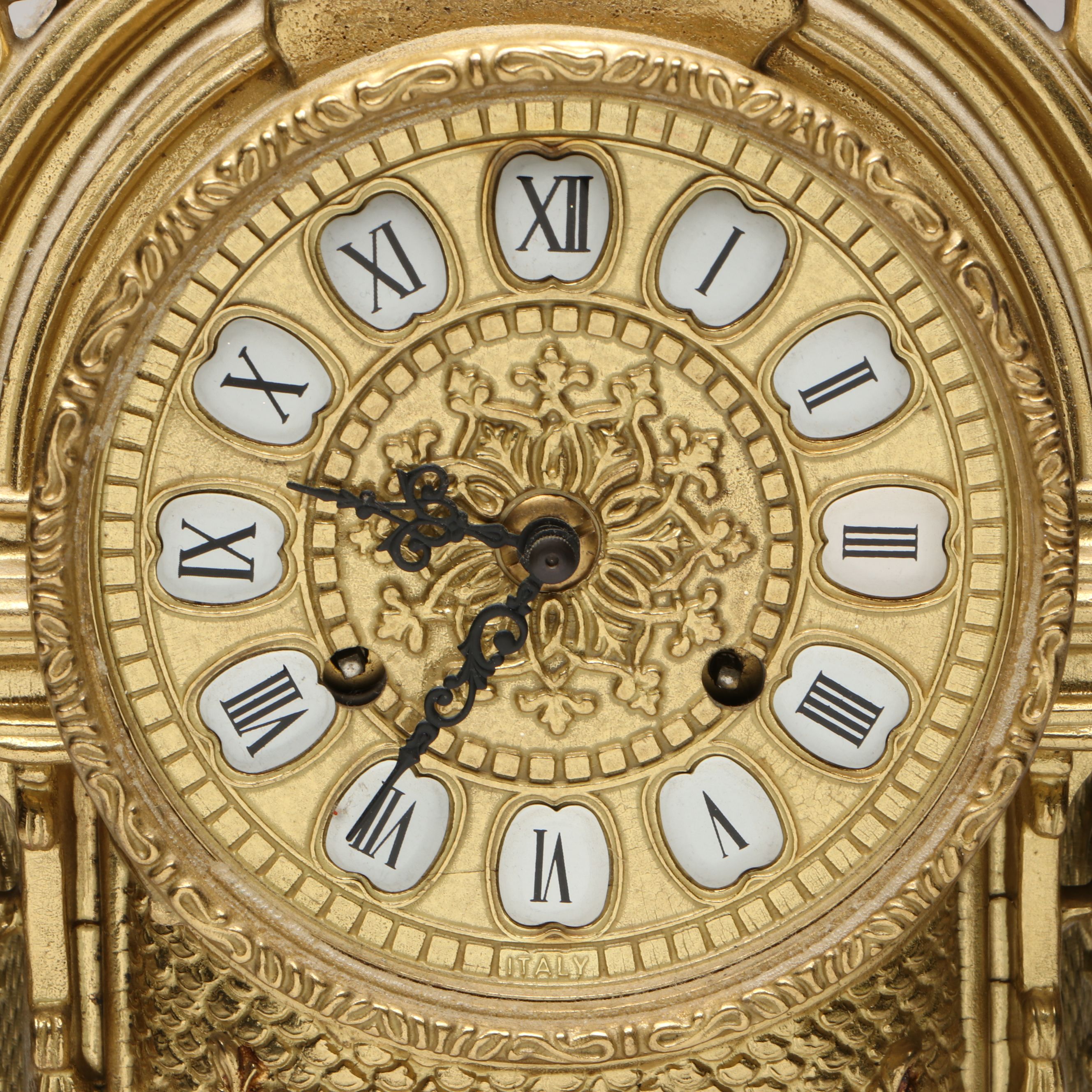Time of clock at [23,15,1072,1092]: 9:35
